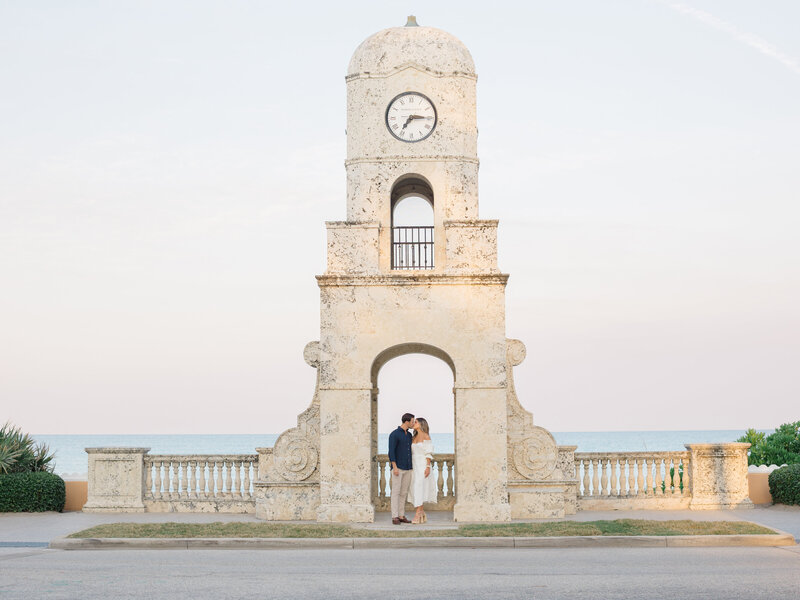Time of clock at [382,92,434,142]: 7:15
